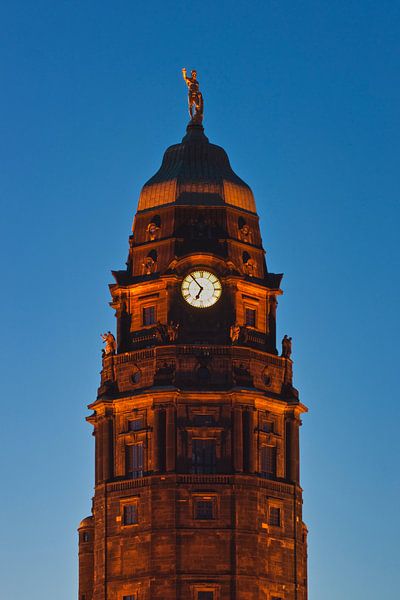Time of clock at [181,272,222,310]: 6:53
